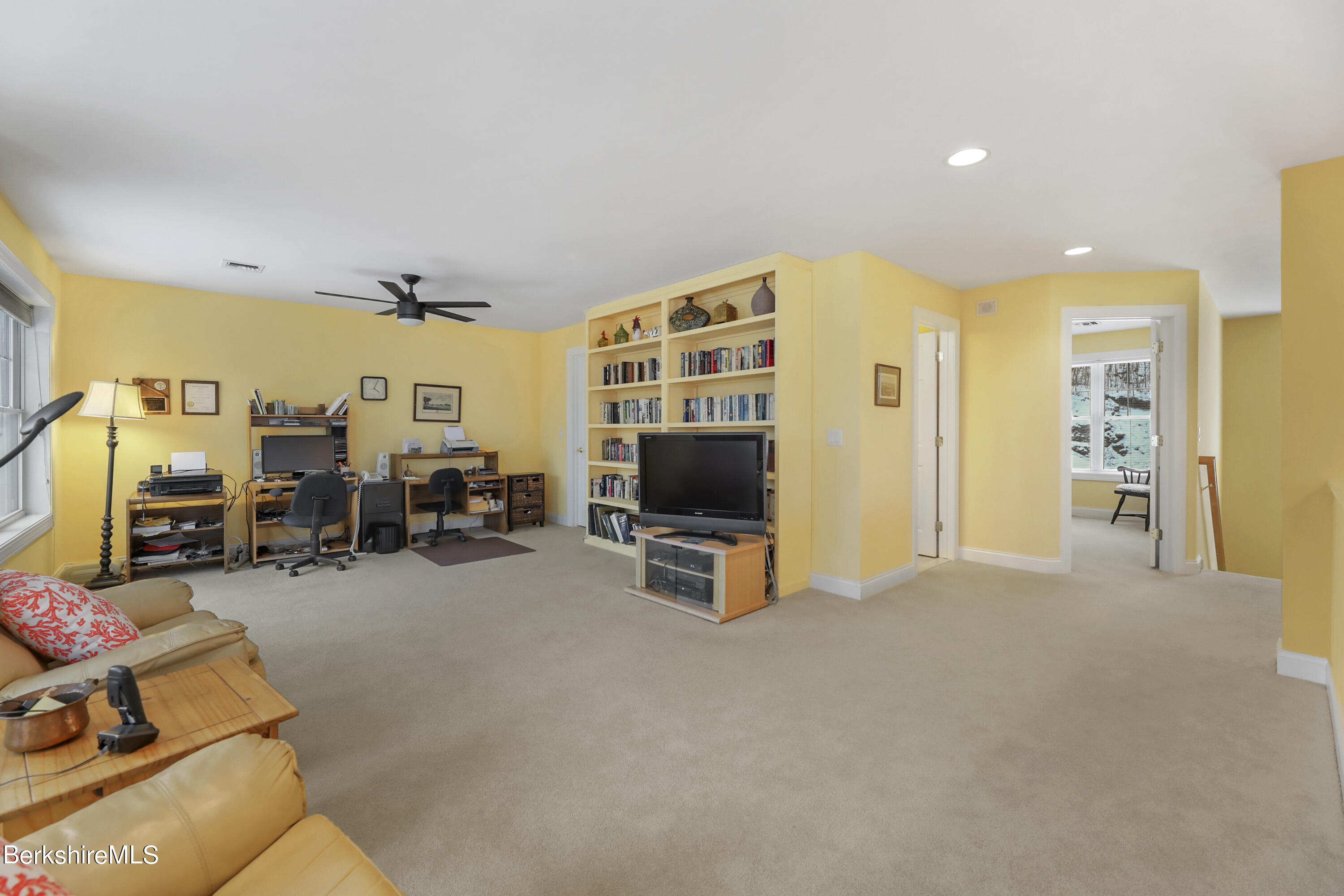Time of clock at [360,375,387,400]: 4:04
